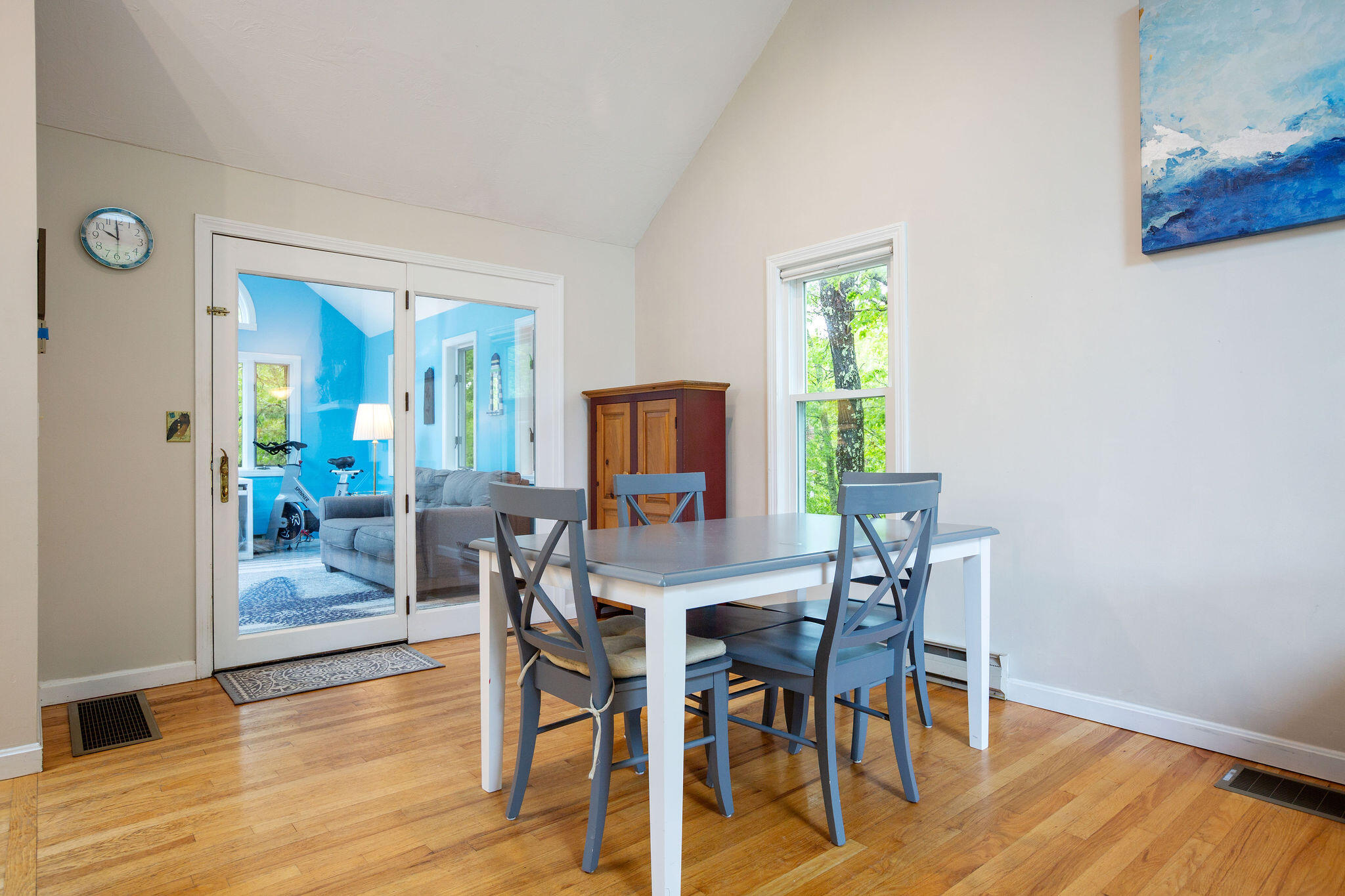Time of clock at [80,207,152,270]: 9:59
